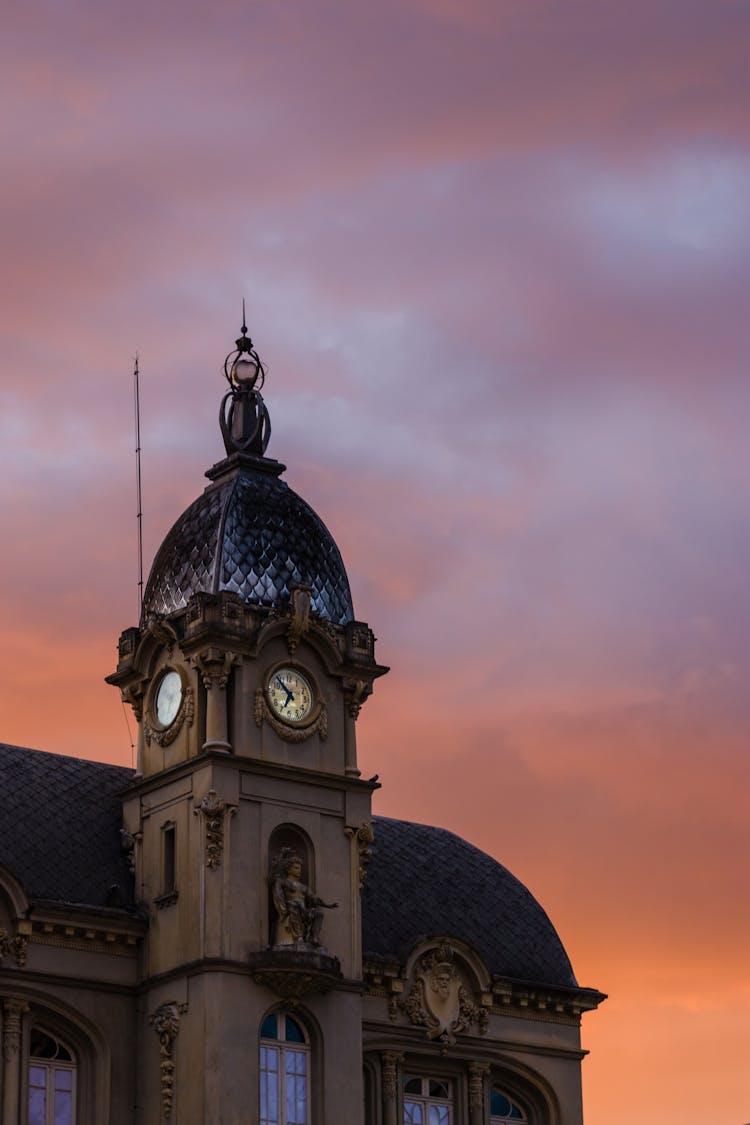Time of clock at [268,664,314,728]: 6:52
